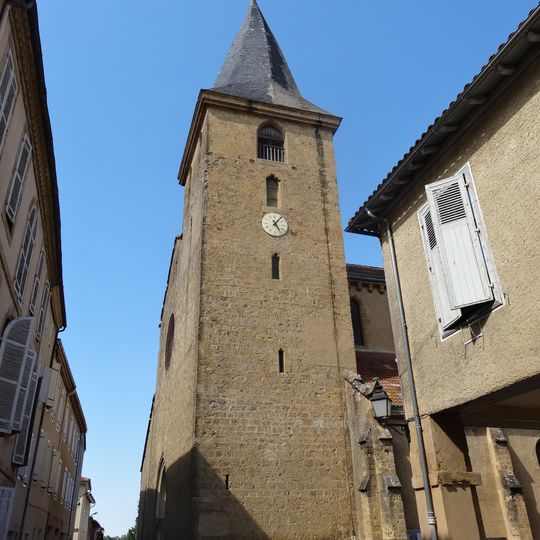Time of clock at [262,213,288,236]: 5:06
